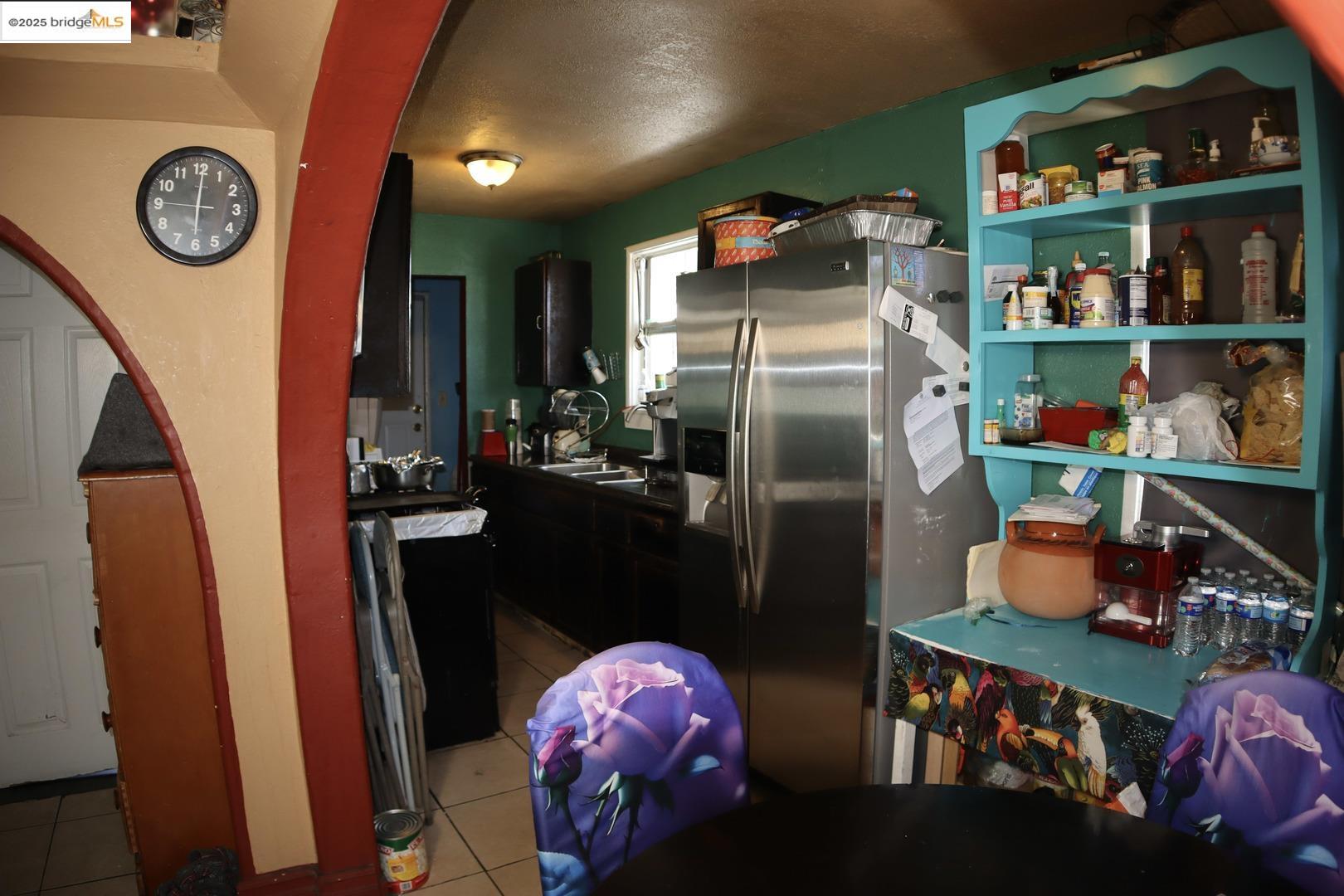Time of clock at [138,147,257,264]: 6:00
